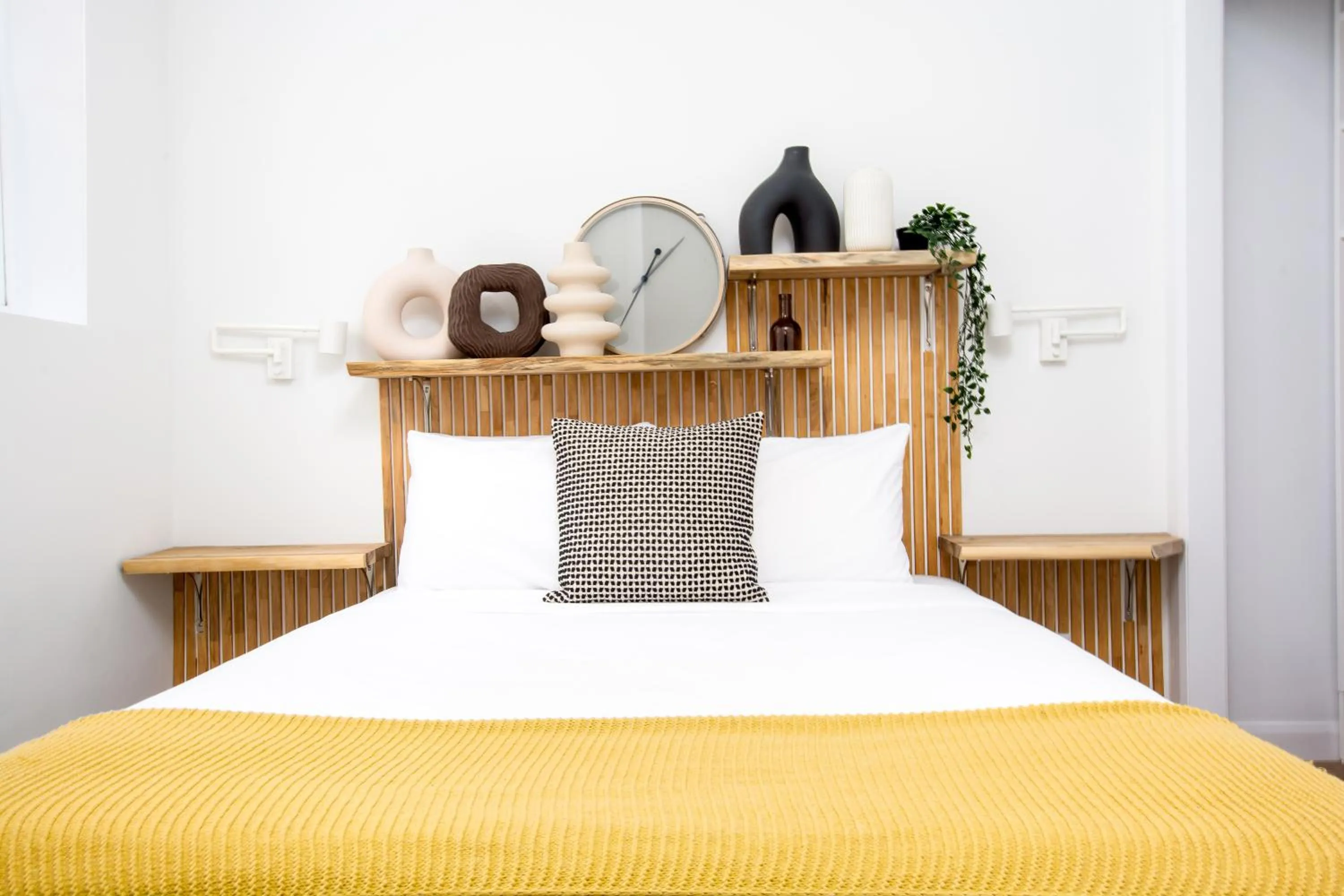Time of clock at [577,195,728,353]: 1:07
